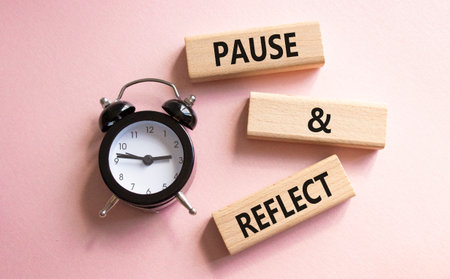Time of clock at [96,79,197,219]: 2:46
